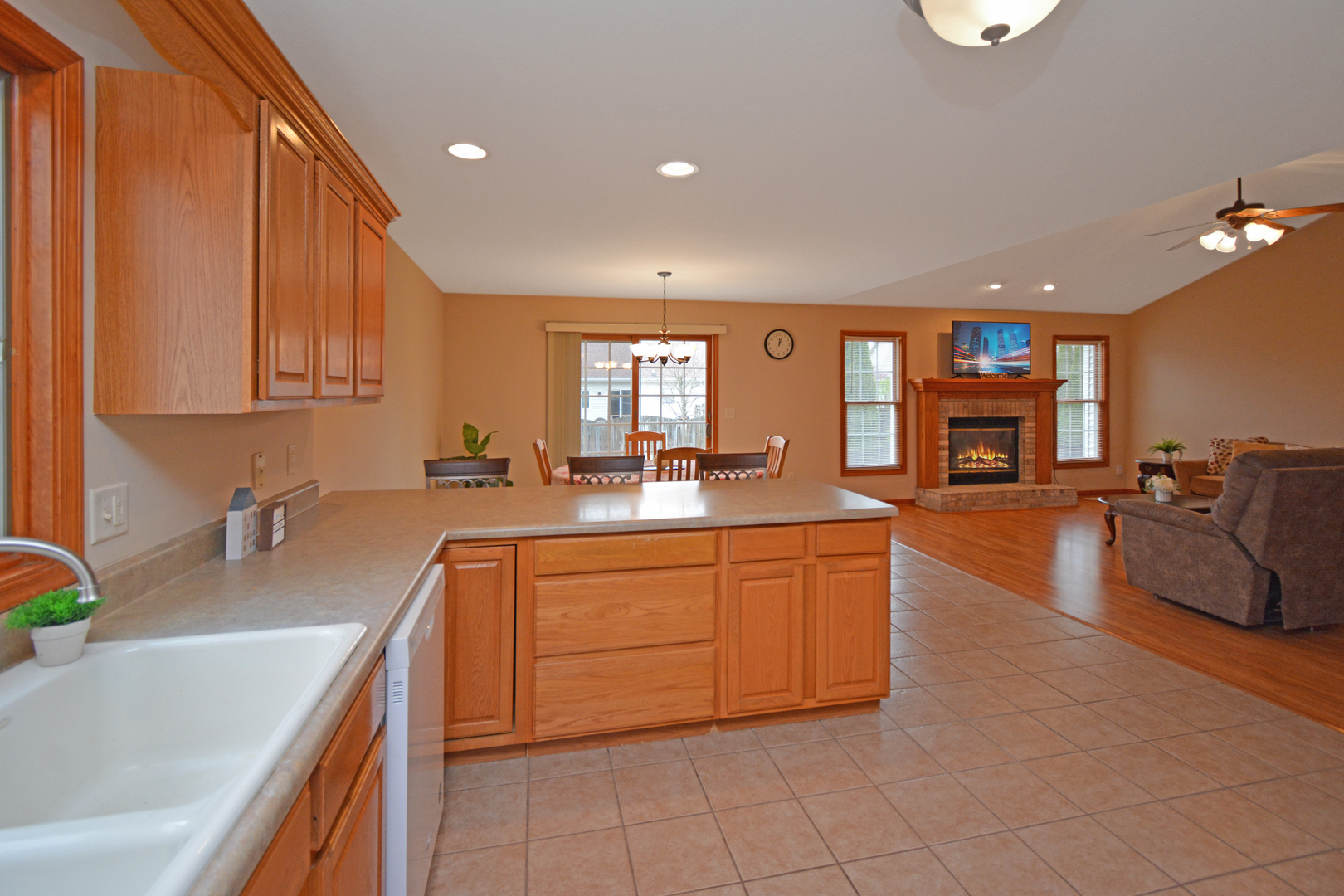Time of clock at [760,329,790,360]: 12:03
